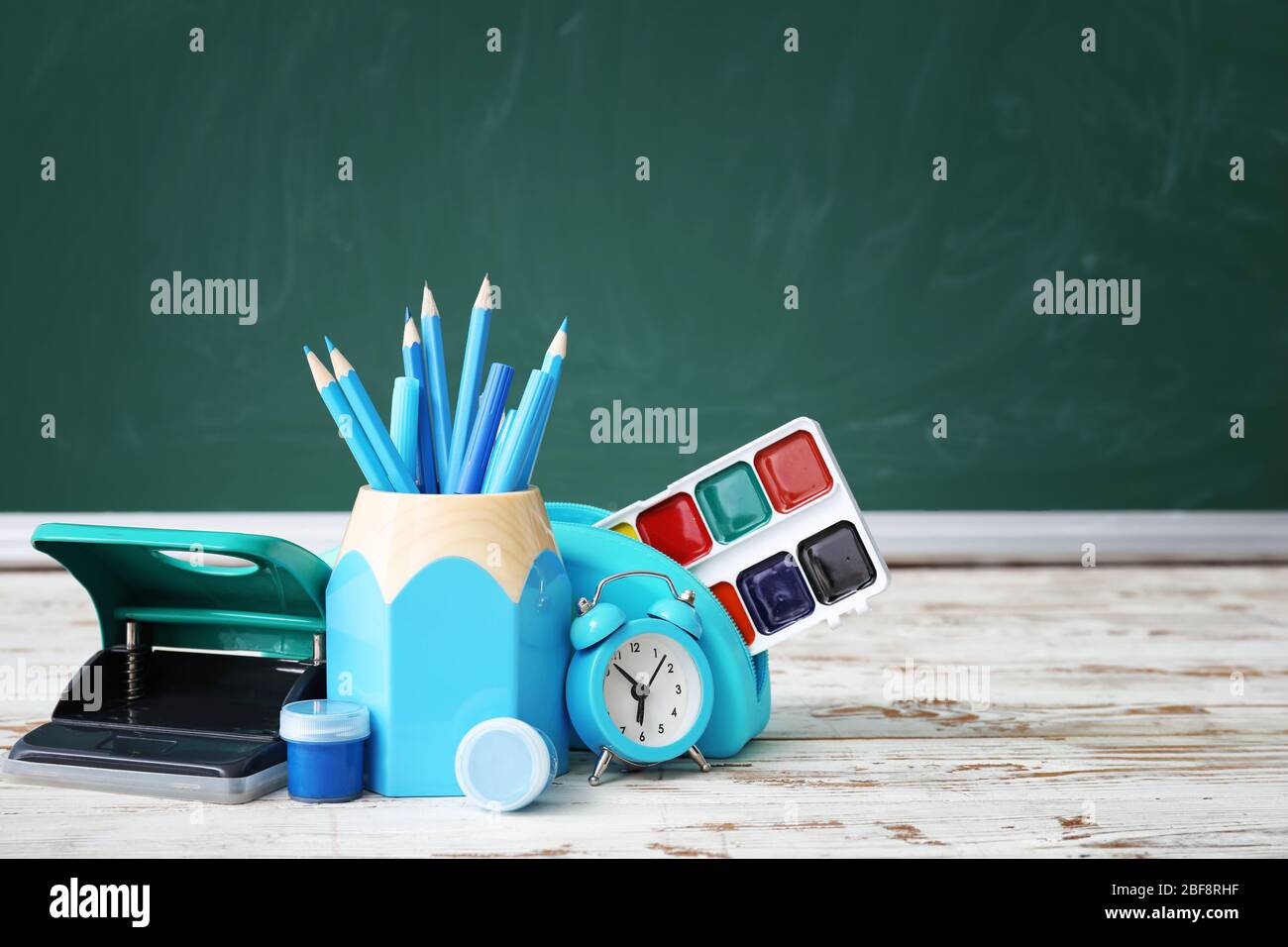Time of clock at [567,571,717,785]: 6:06
